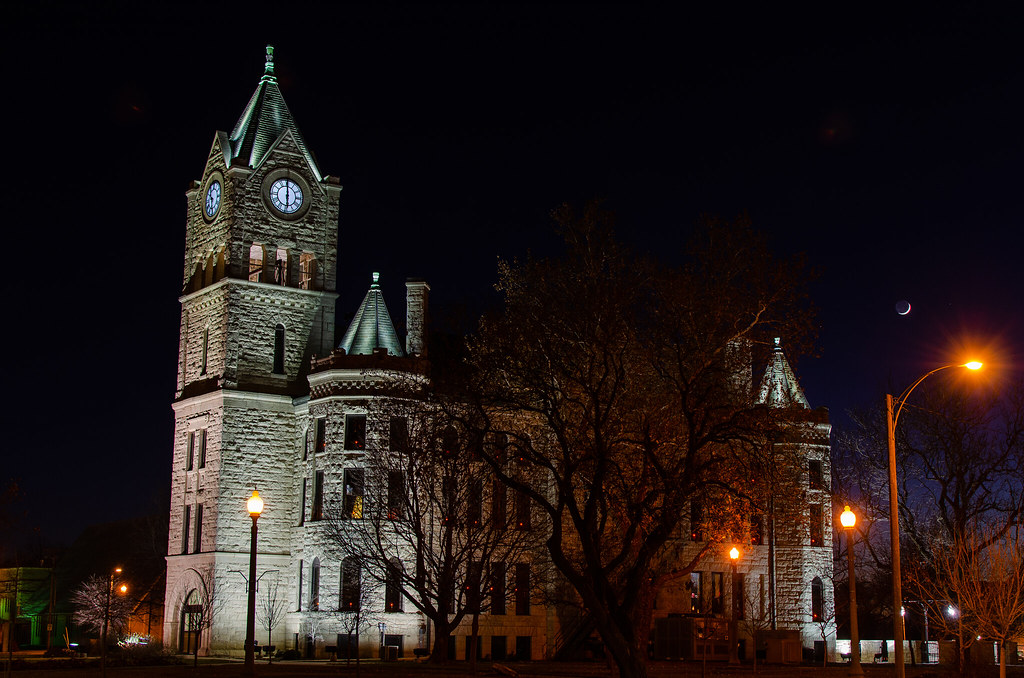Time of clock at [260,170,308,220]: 5:59
